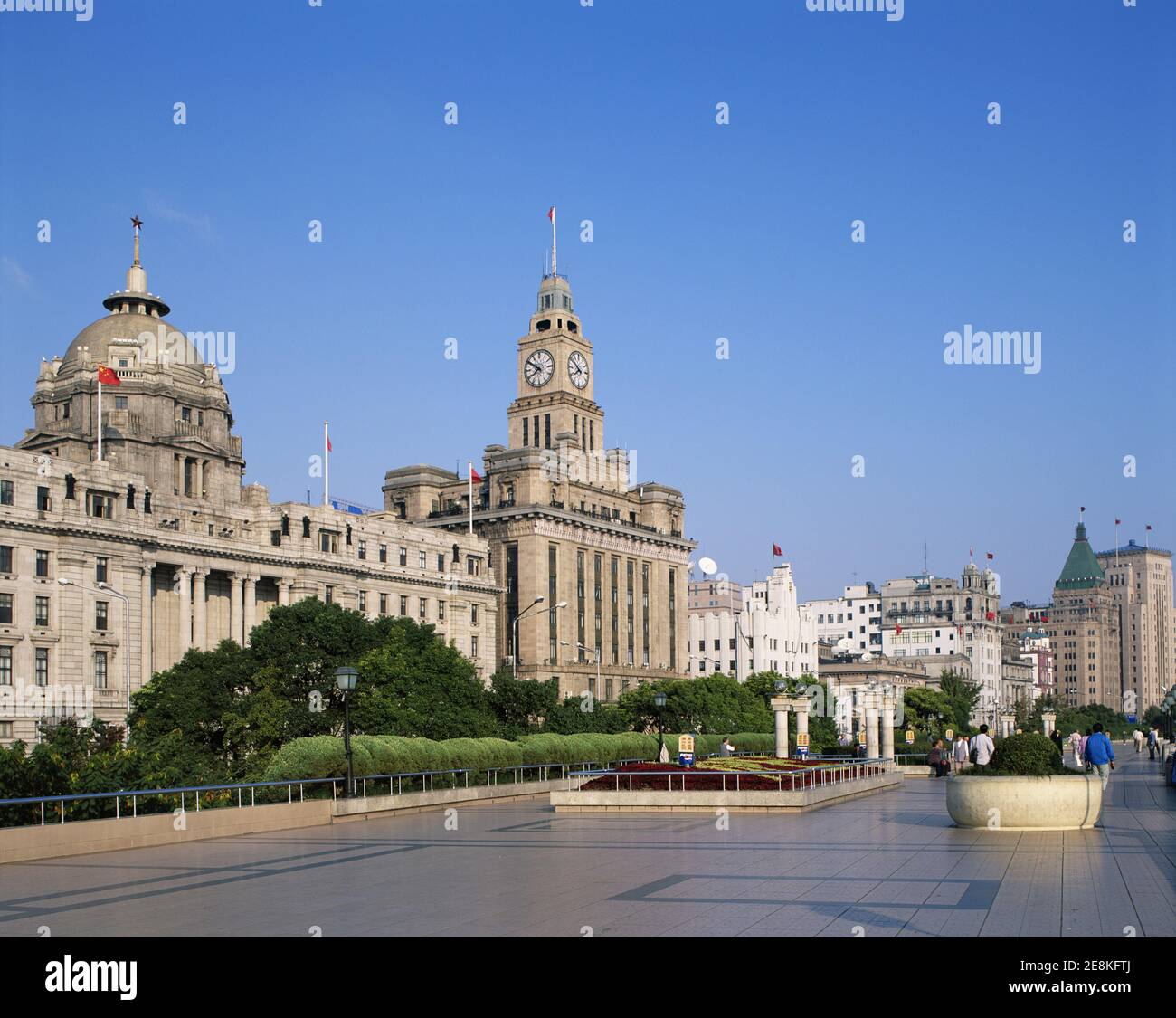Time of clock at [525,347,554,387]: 7:50
